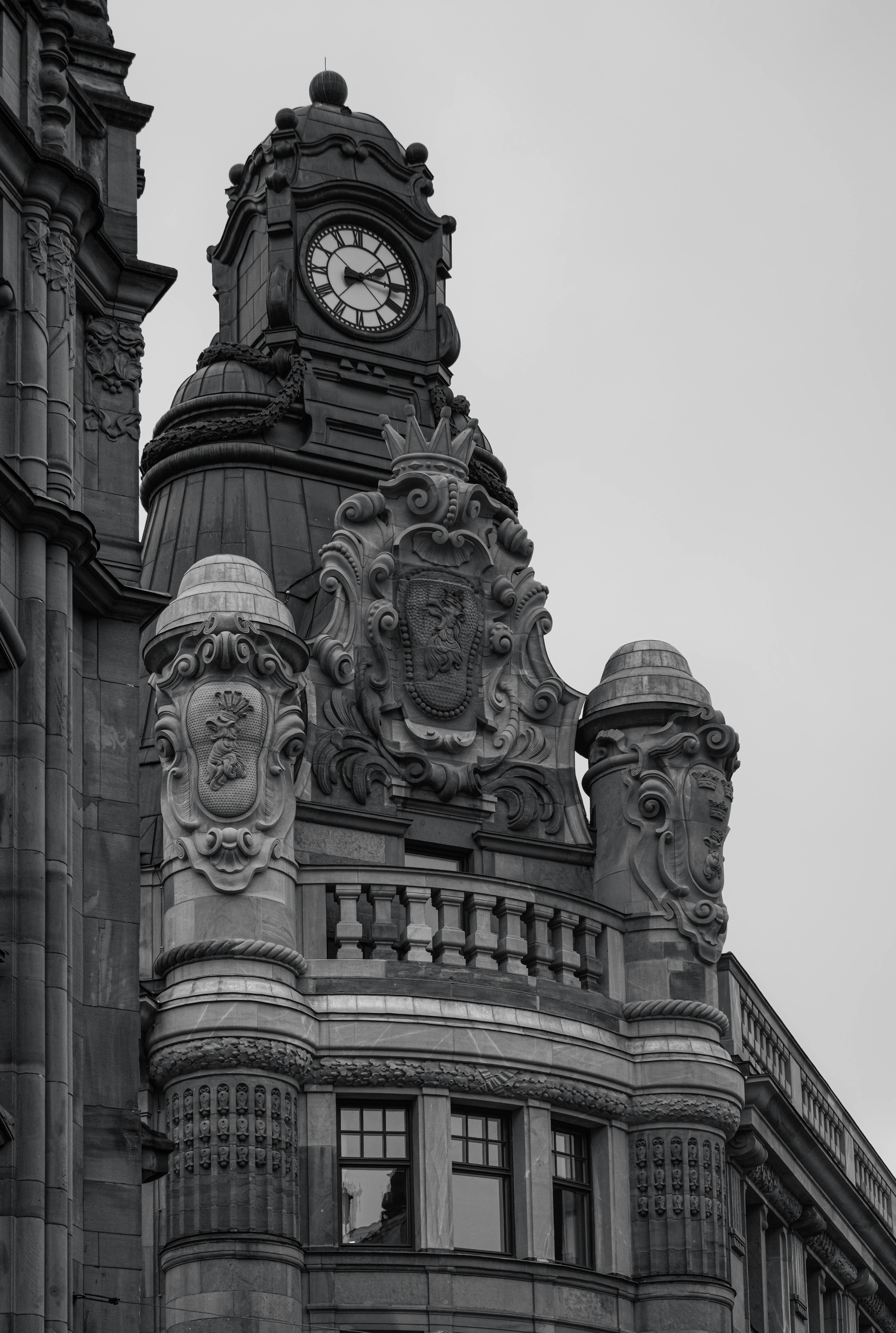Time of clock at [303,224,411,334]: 2:15
